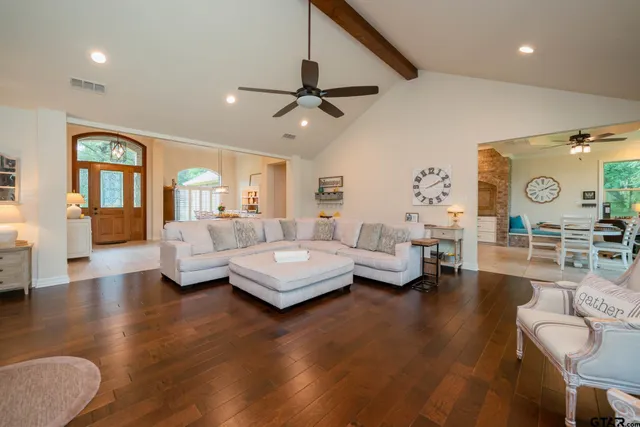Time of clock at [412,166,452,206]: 2:10
